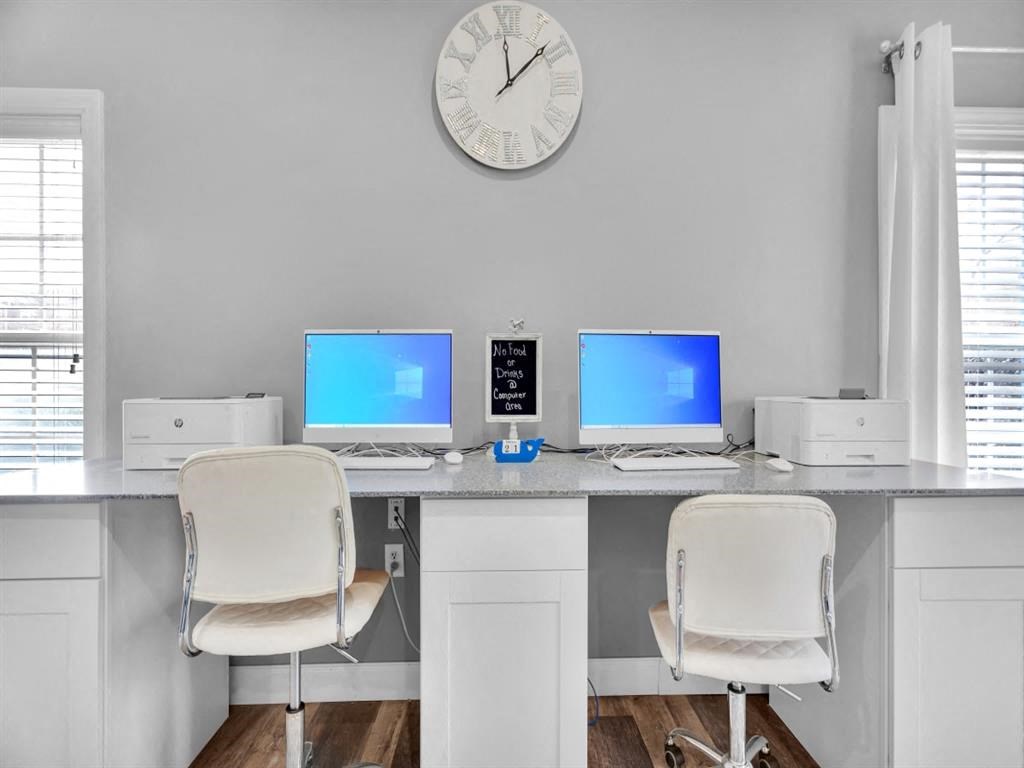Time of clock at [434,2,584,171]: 12:08
